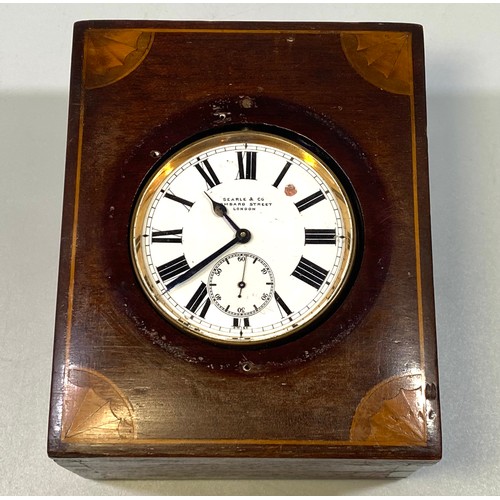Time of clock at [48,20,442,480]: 10:38
